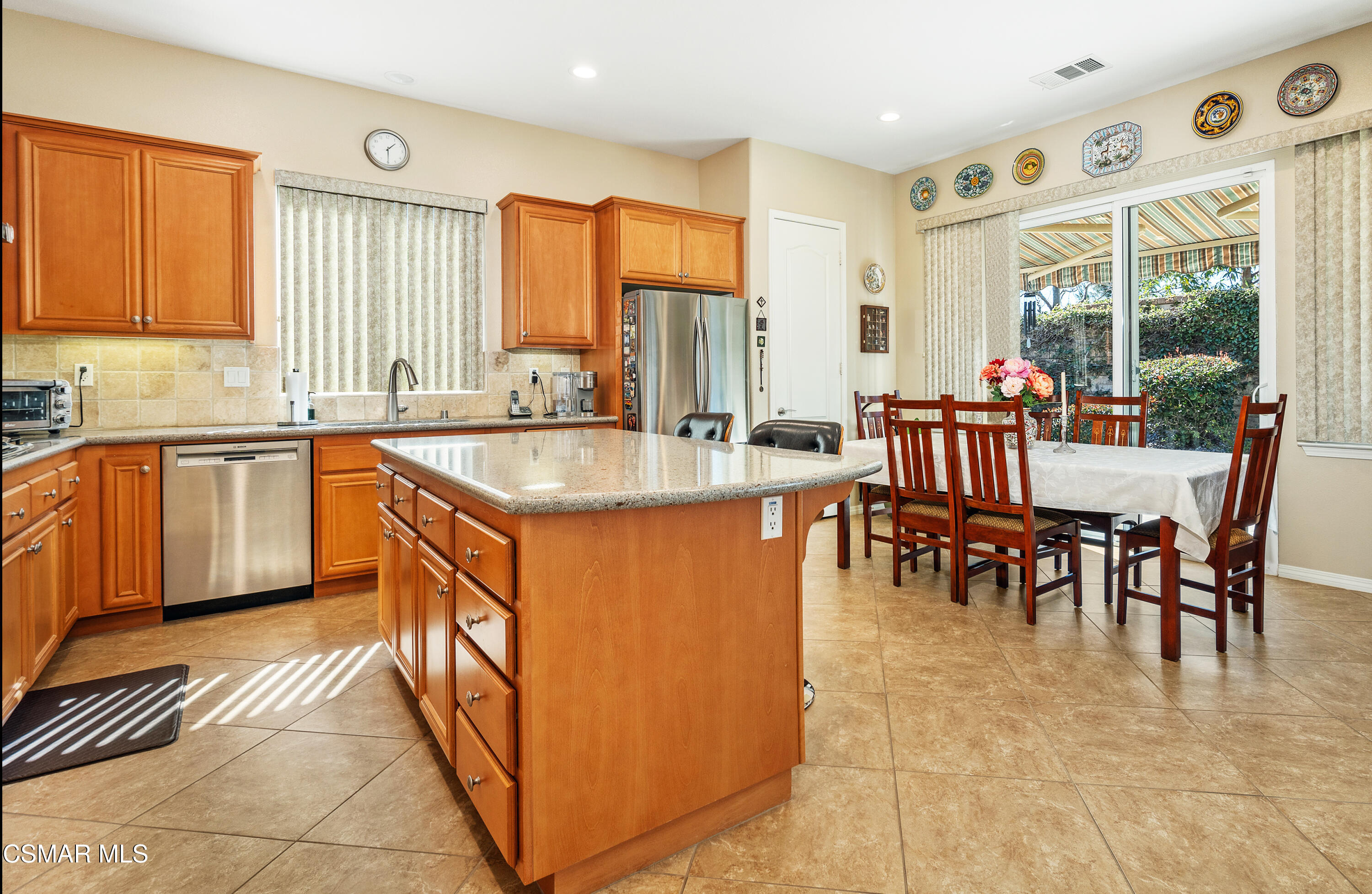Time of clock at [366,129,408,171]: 1:29
